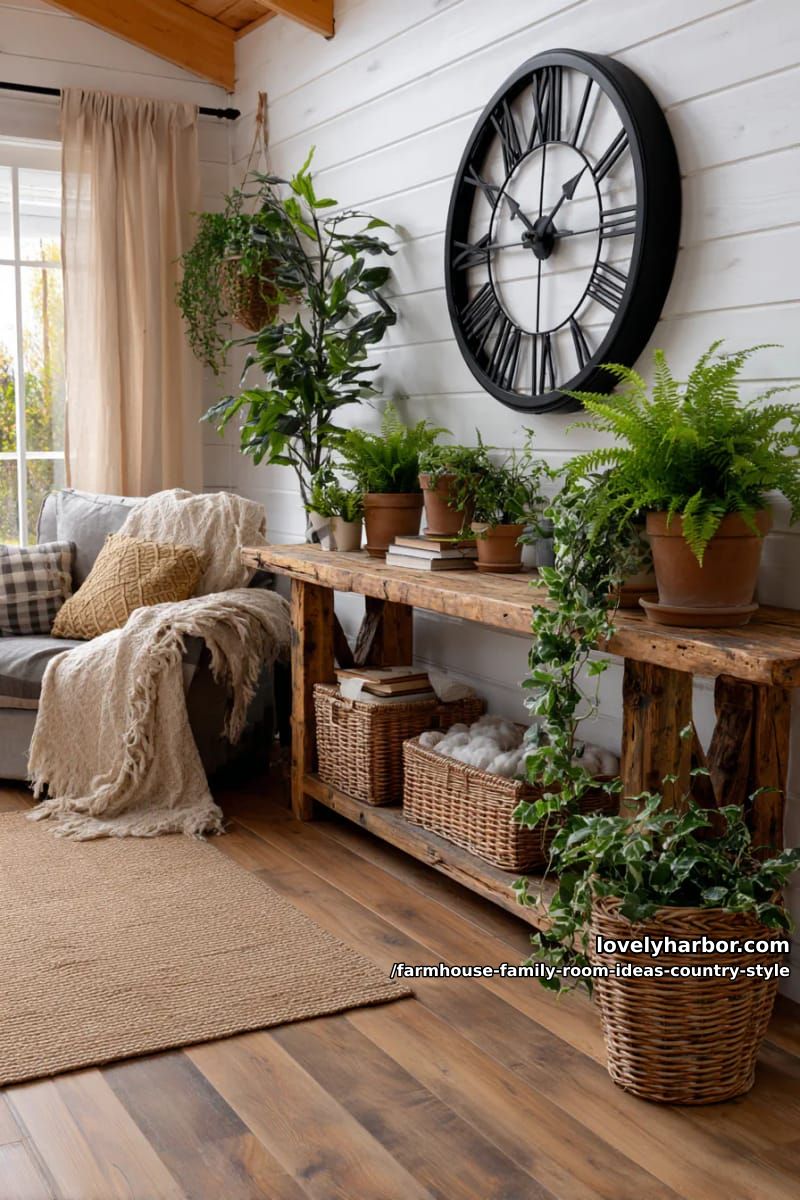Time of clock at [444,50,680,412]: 1:50
